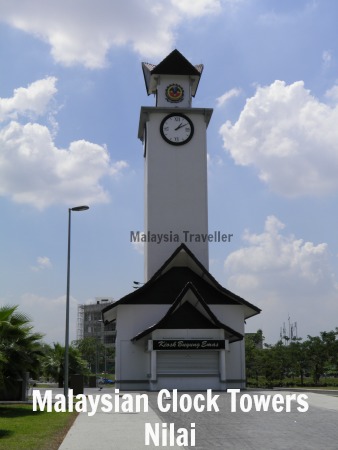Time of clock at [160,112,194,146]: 1:09
